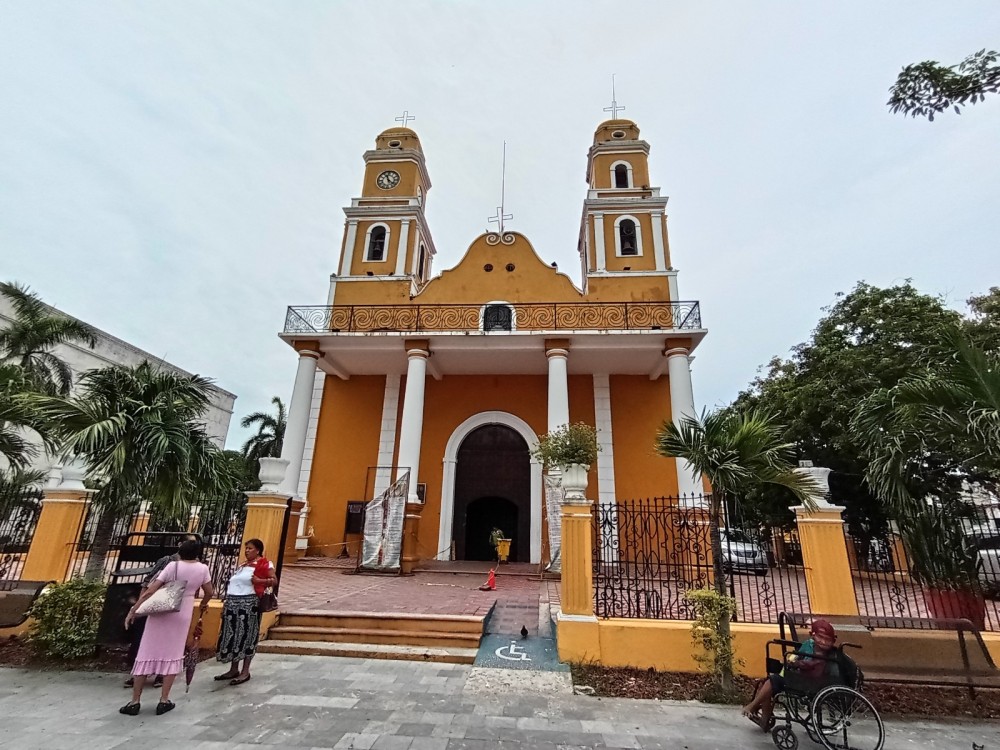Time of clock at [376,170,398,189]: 11:21
